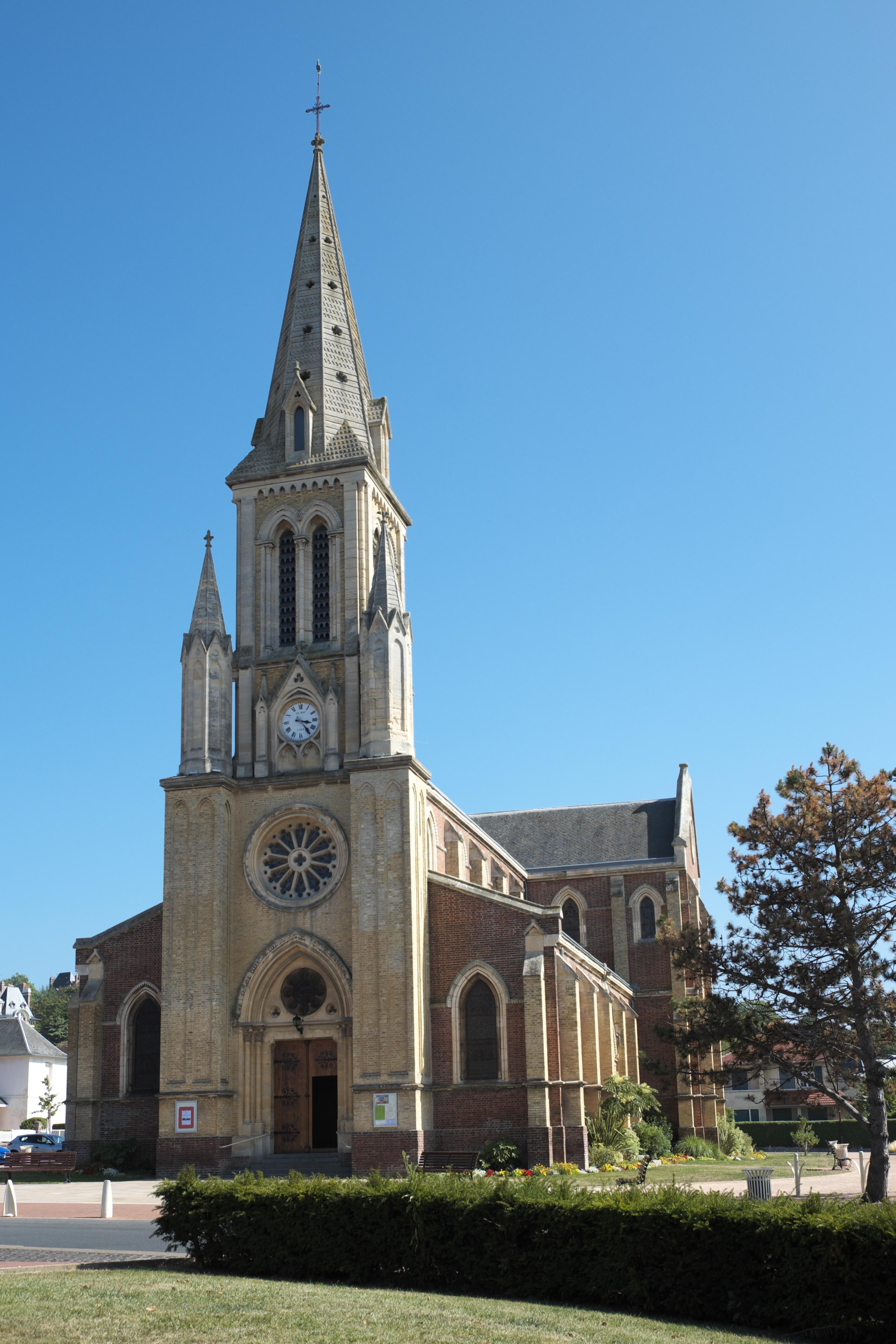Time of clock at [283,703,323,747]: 3:23
